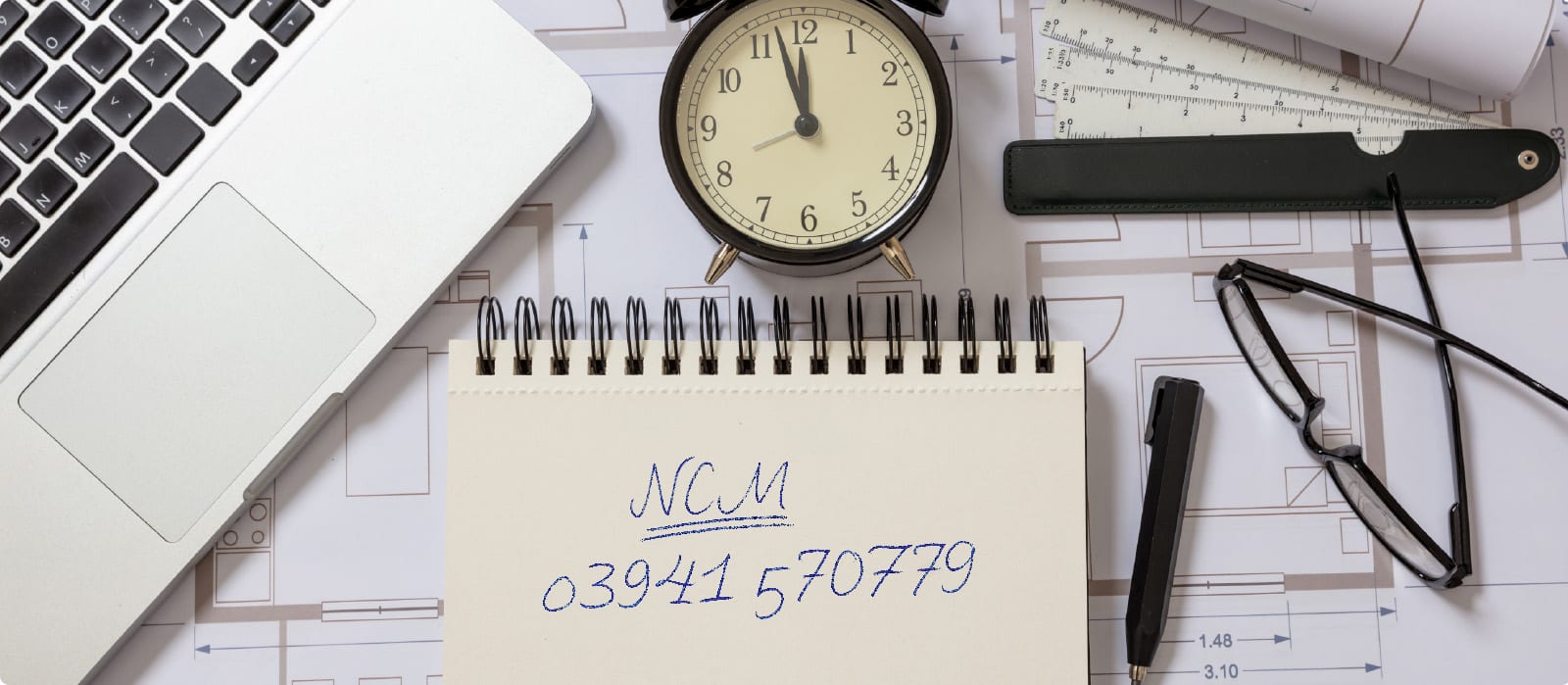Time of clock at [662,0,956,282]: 11:57
